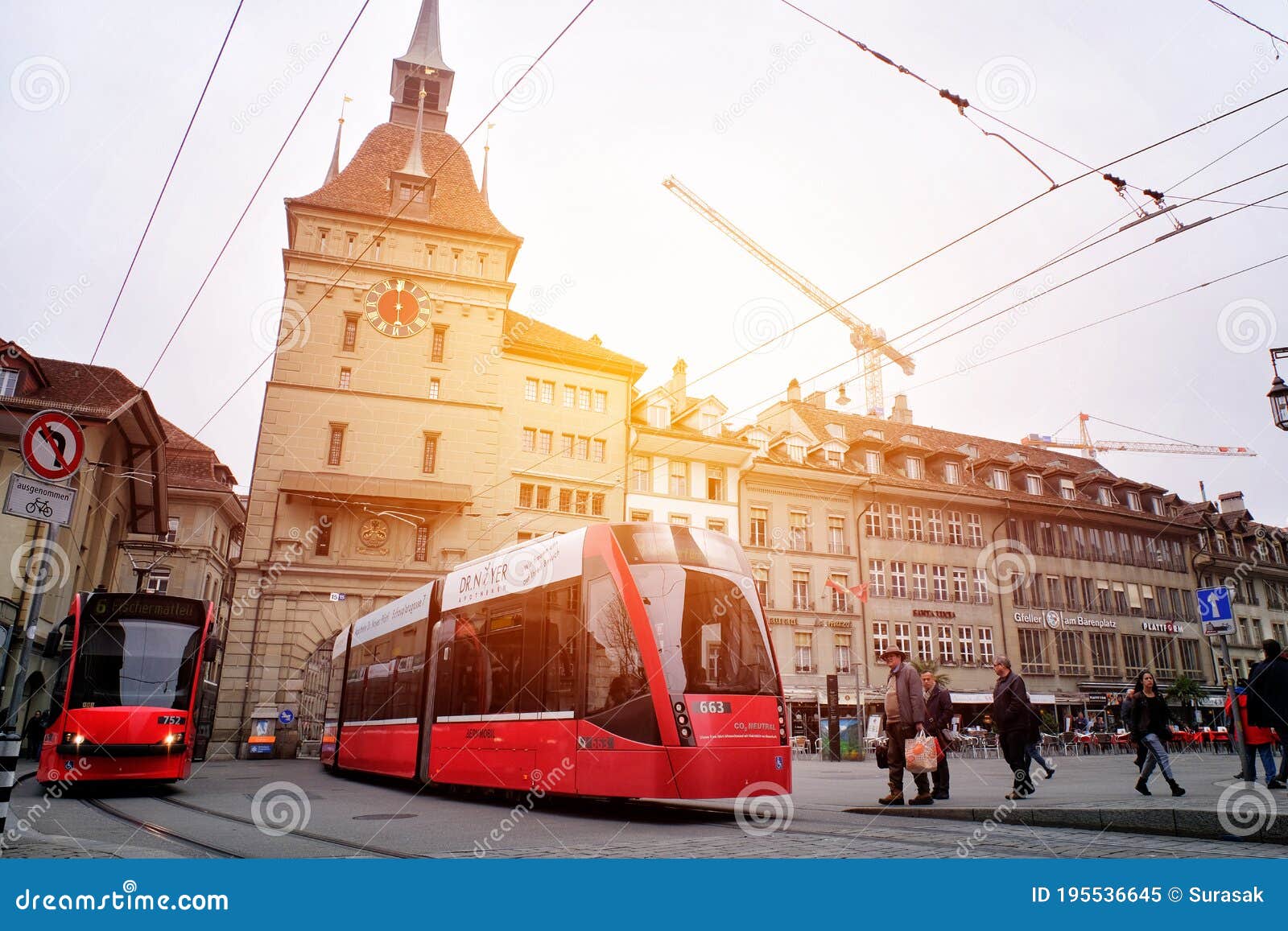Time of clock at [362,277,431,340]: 5:59
